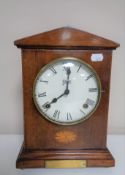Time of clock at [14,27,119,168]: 8:01
